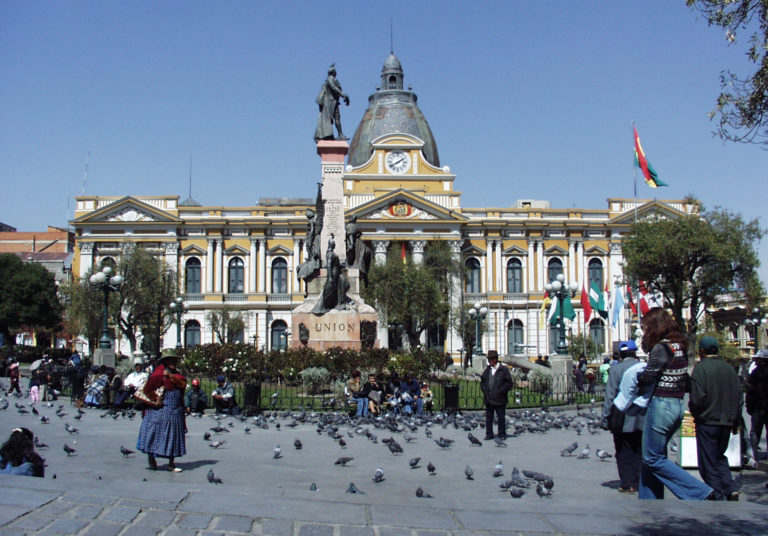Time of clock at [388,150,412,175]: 1:39
